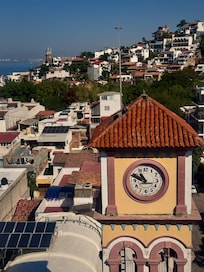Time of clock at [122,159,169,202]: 10:48
